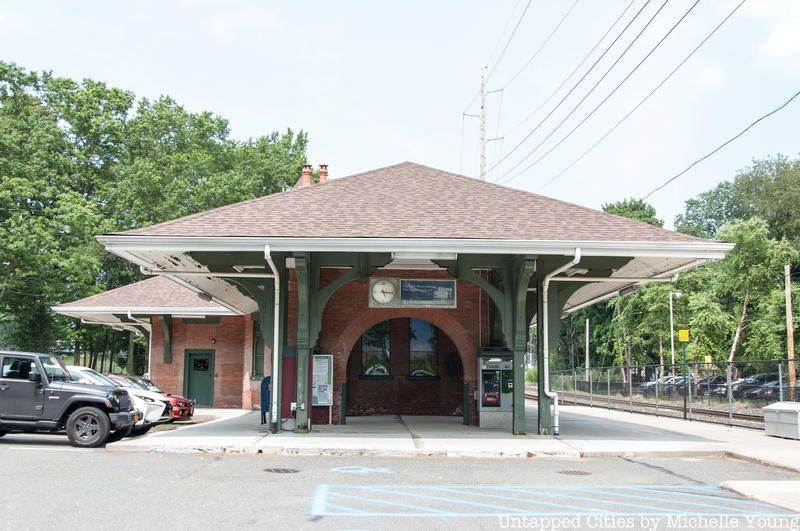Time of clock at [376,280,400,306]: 5:15
